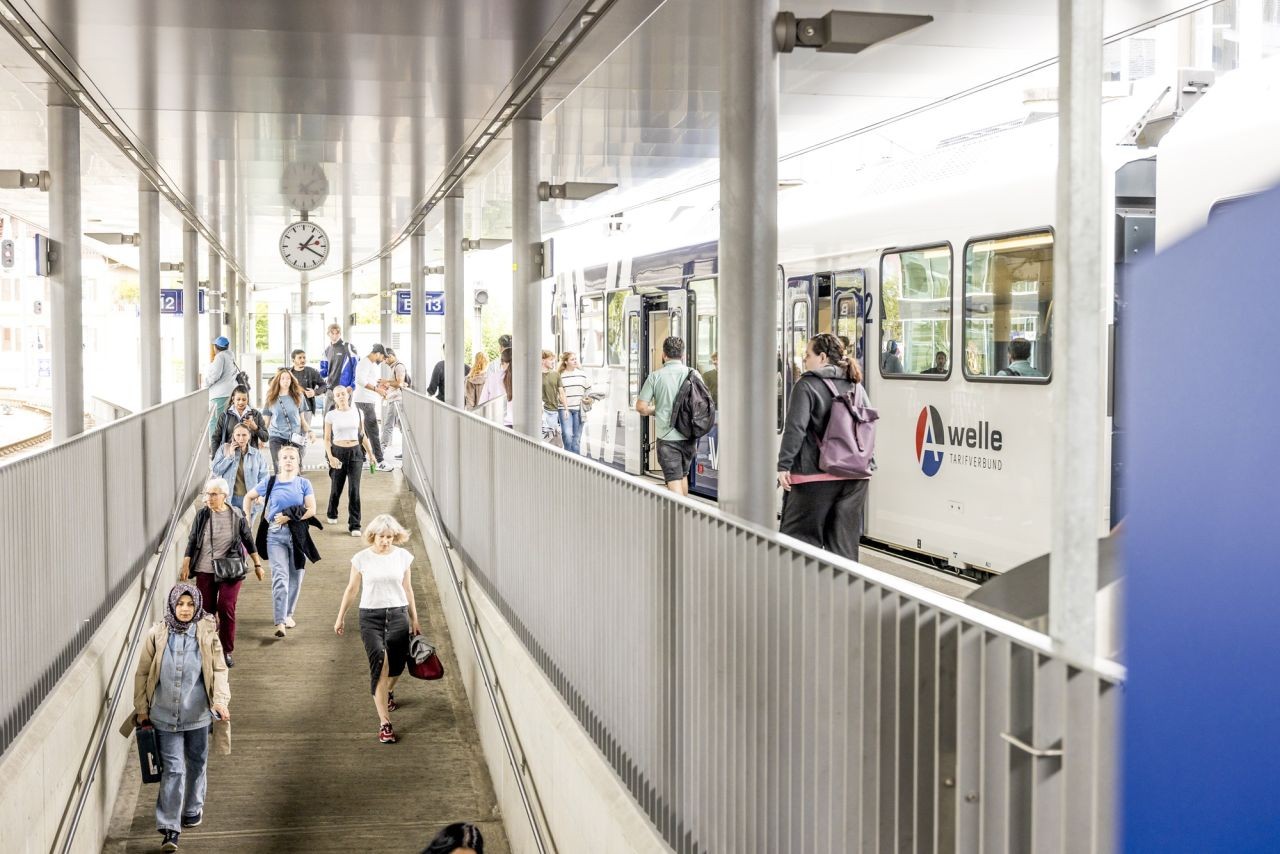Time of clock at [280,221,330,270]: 1:20
